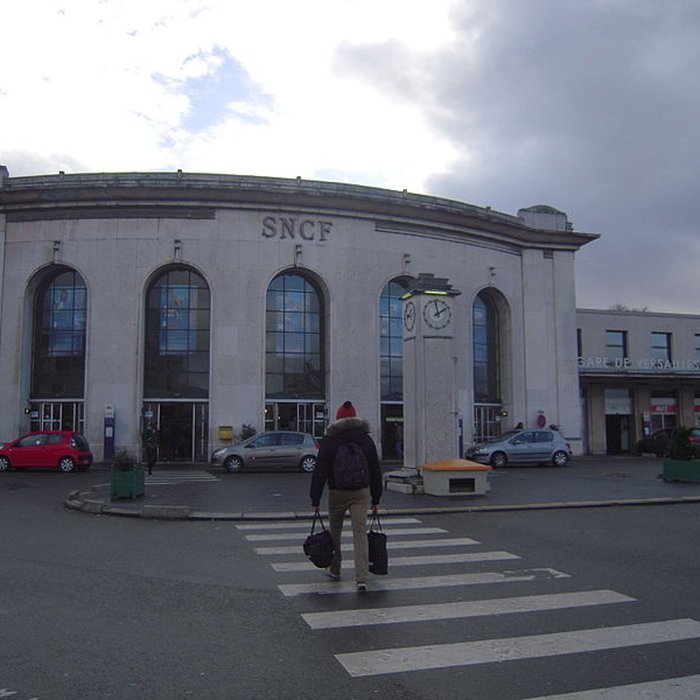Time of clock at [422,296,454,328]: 1:58
